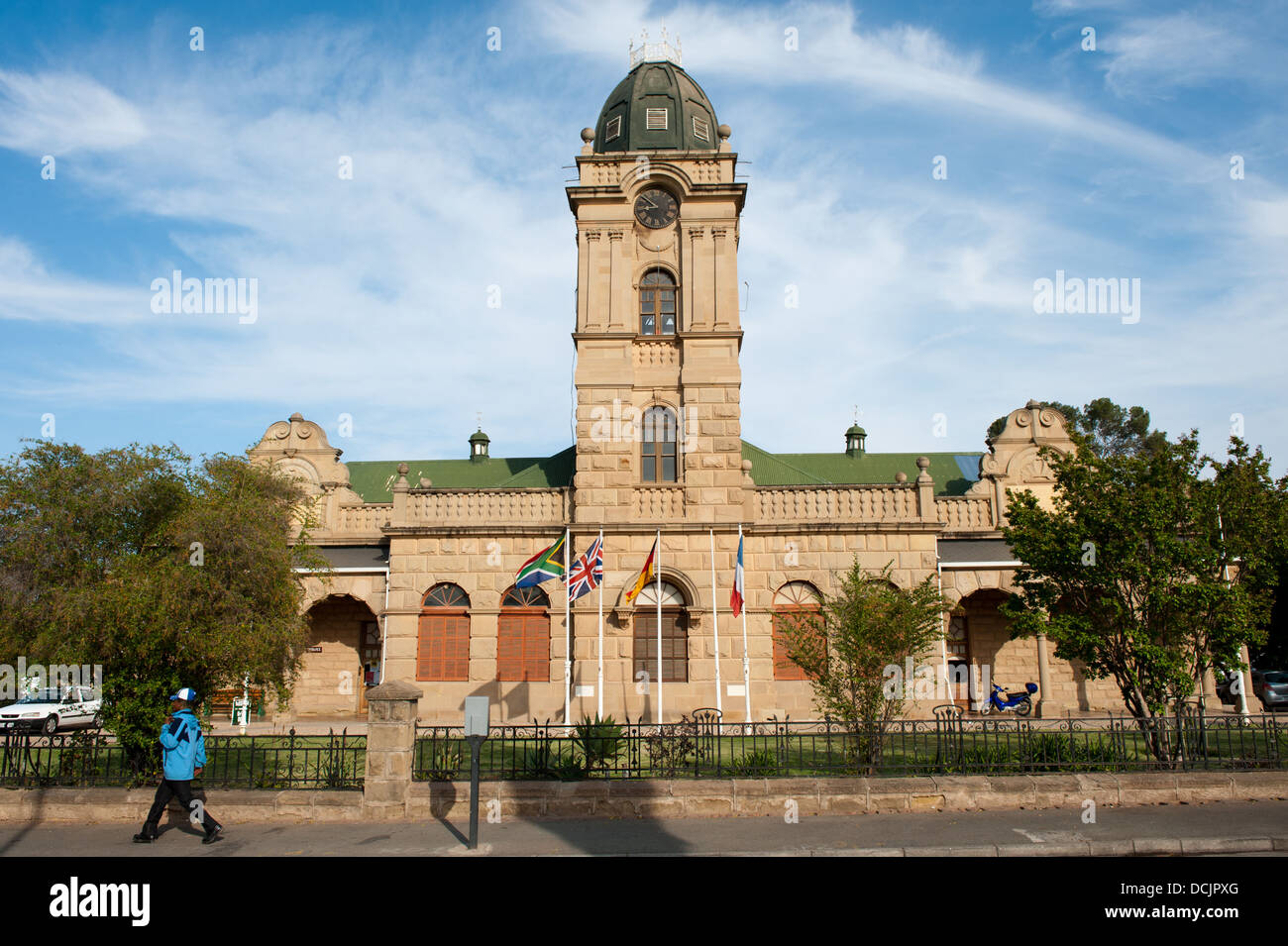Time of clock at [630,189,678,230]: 8:51
